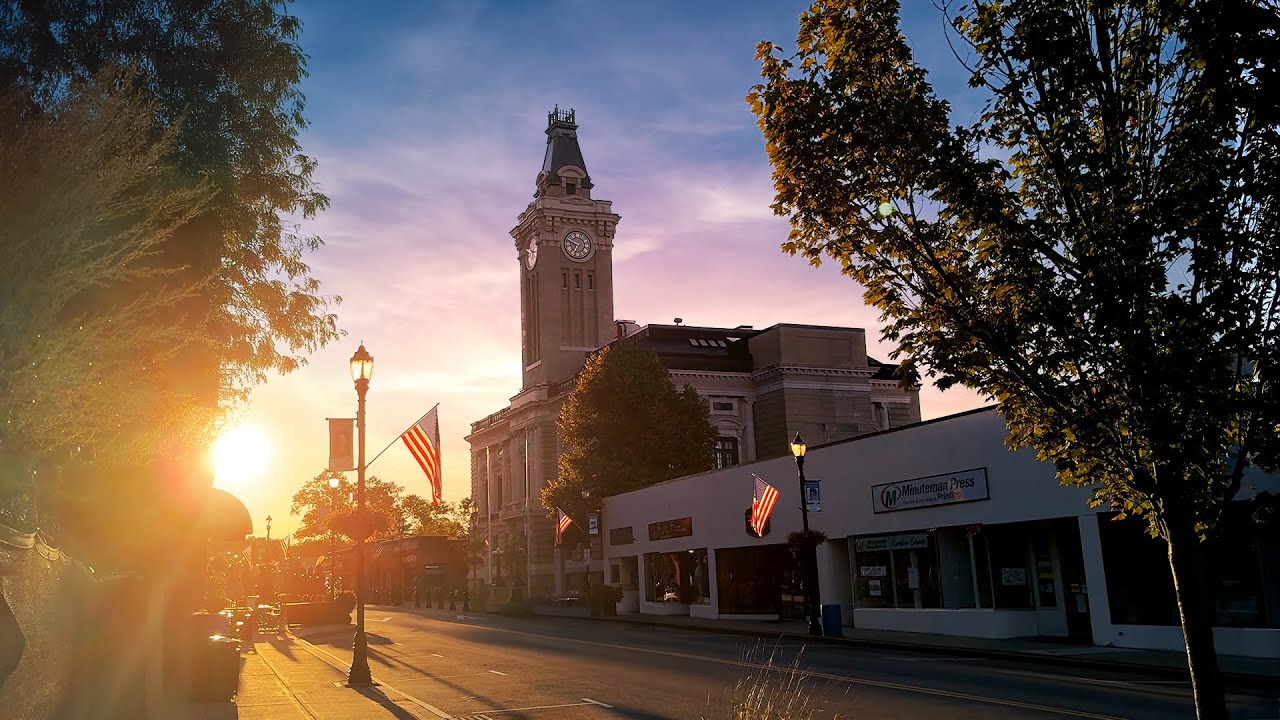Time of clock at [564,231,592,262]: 6:47
